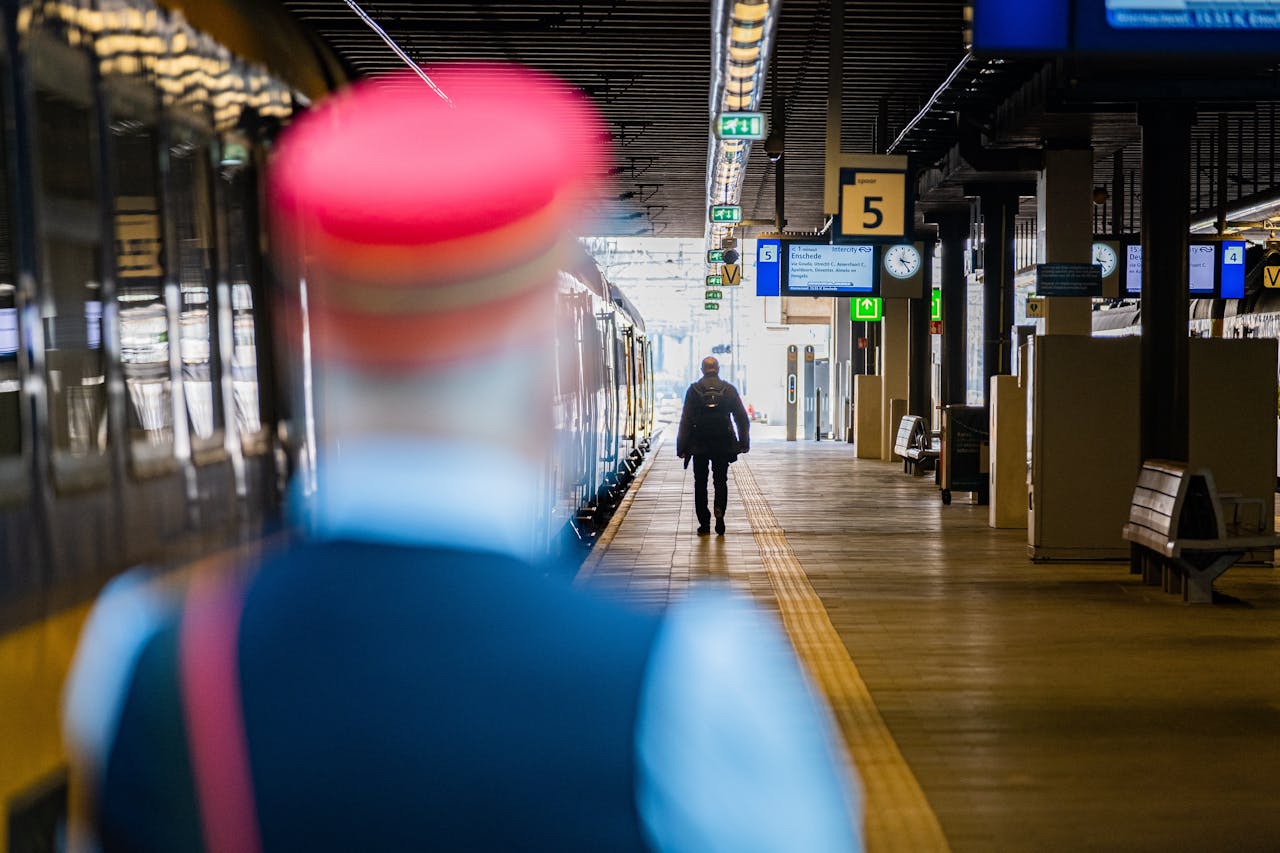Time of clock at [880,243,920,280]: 3:24
